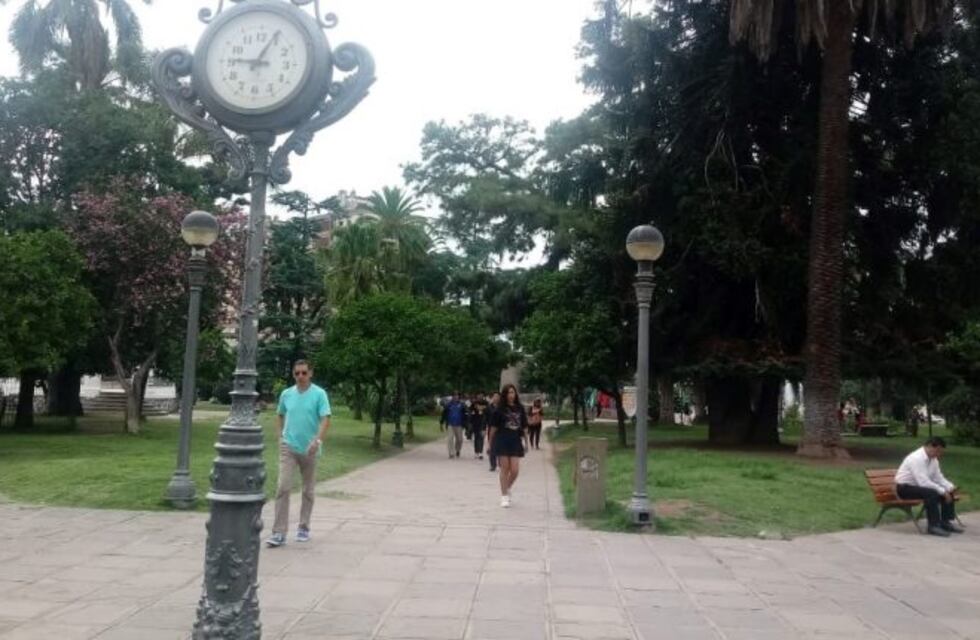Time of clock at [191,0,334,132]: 9:04
